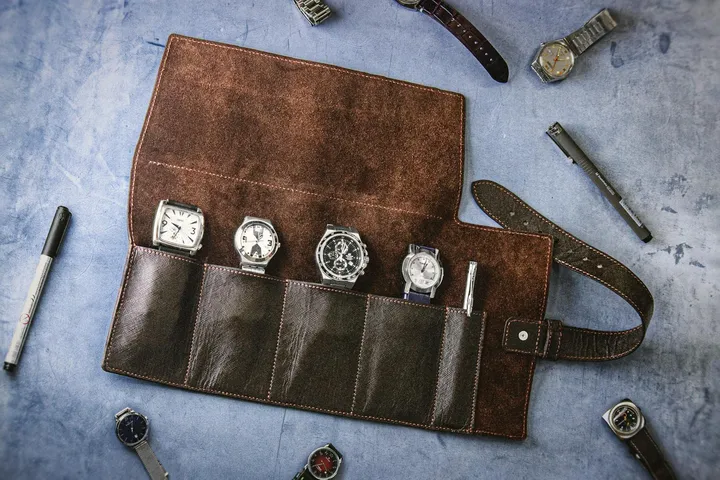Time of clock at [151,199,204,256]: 9:34
